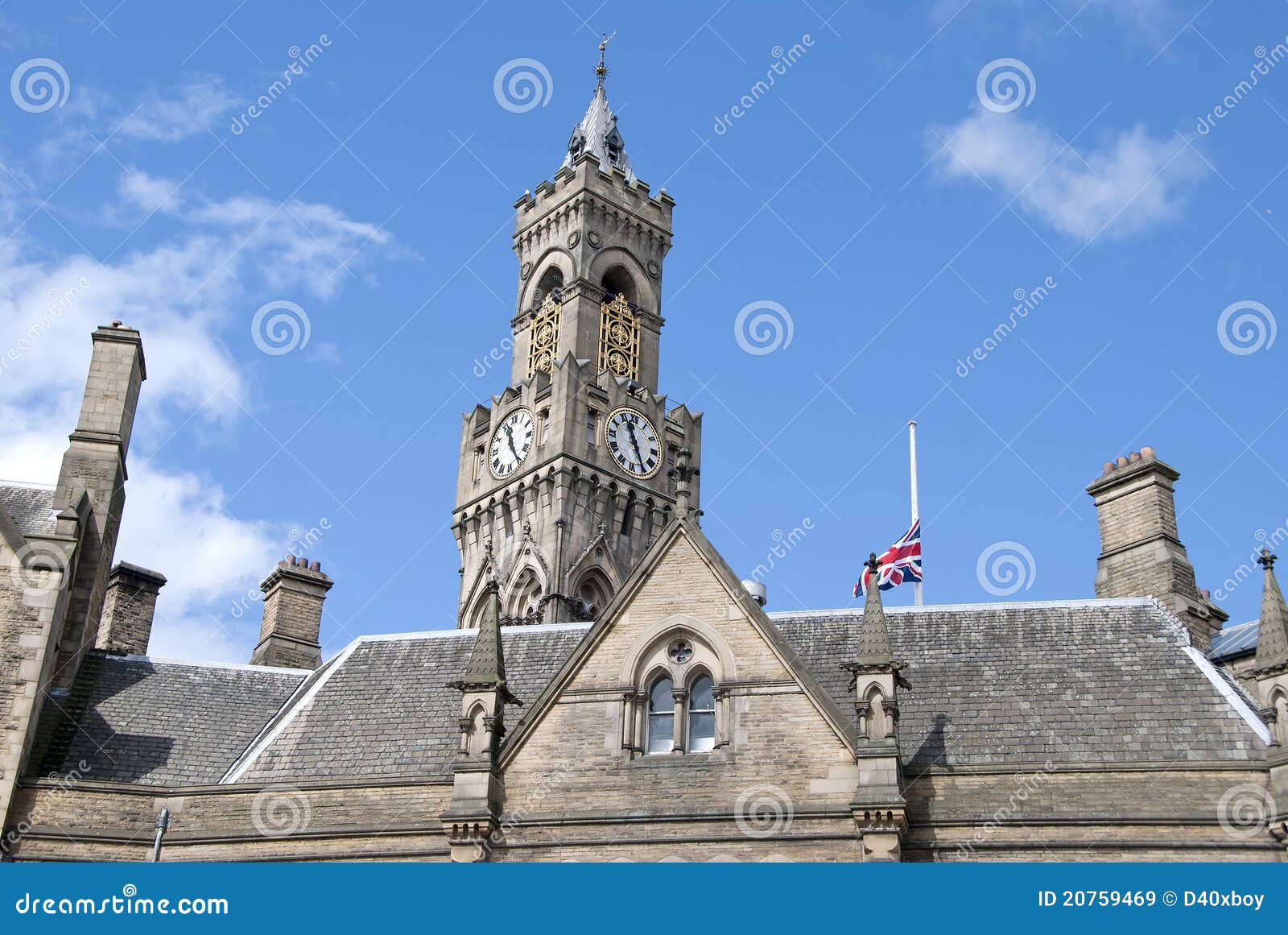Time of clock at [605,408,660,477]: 11:25
